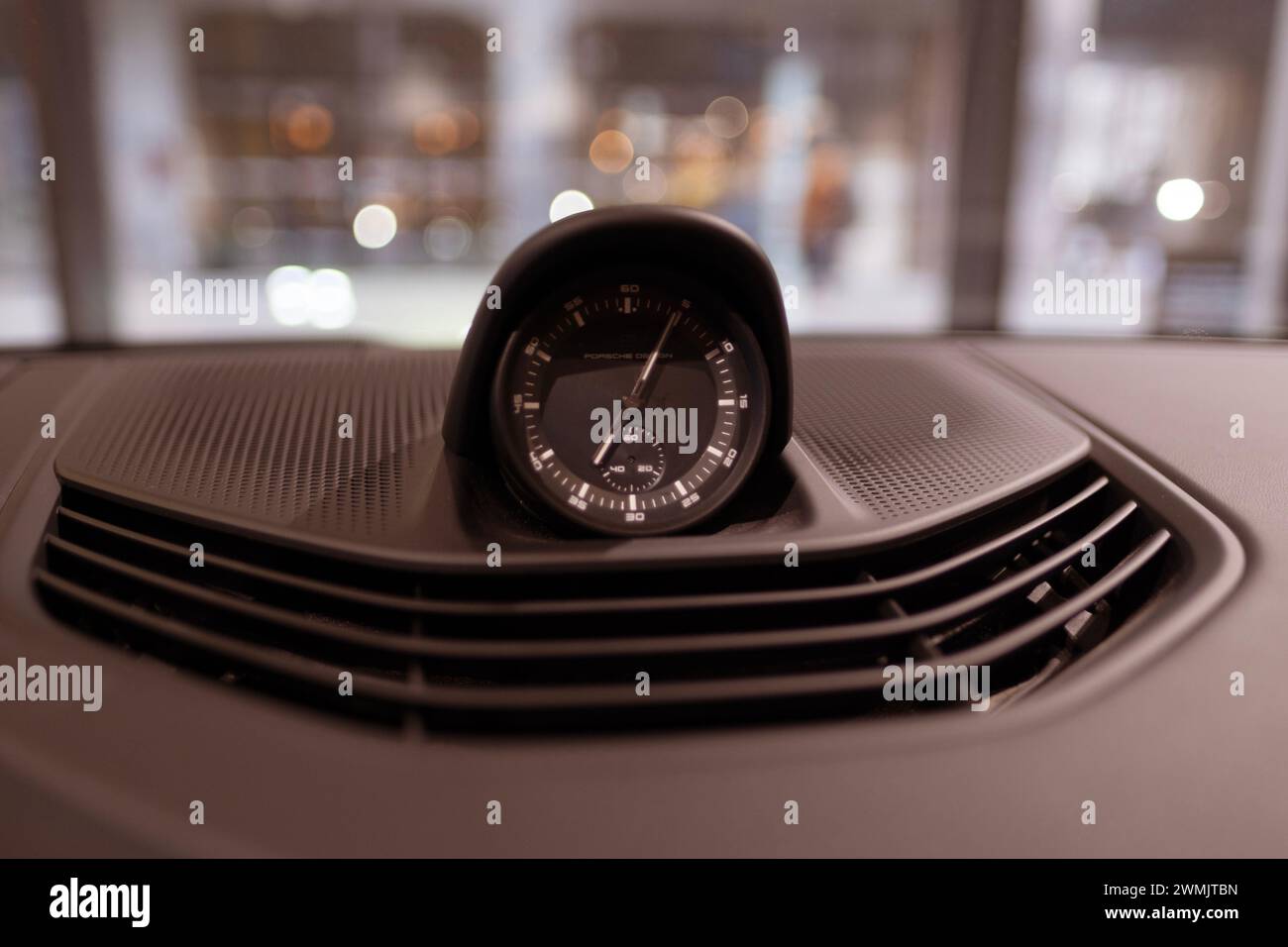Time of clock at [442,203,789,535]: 7:04
